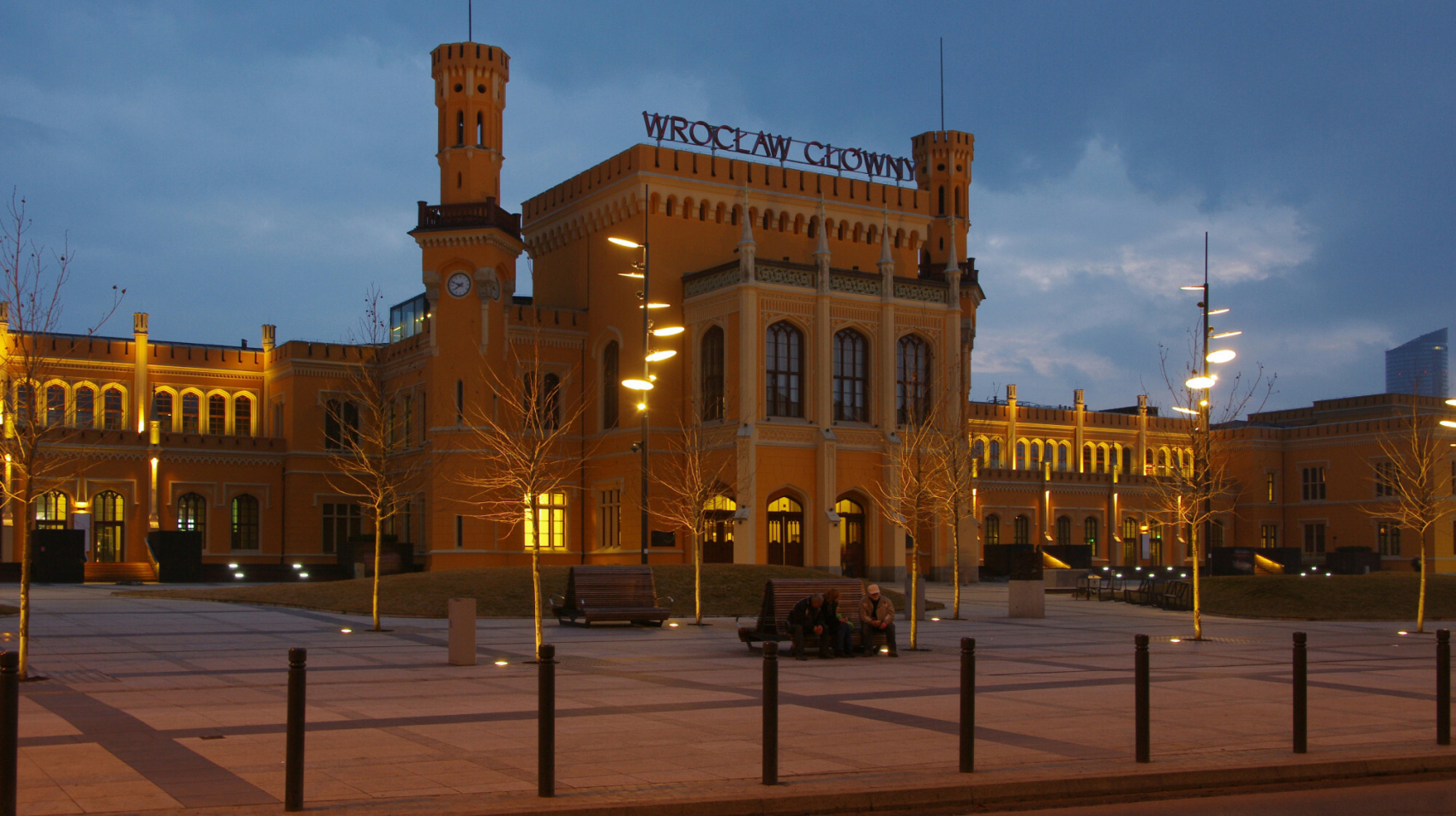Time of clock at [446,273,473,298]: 7:48
